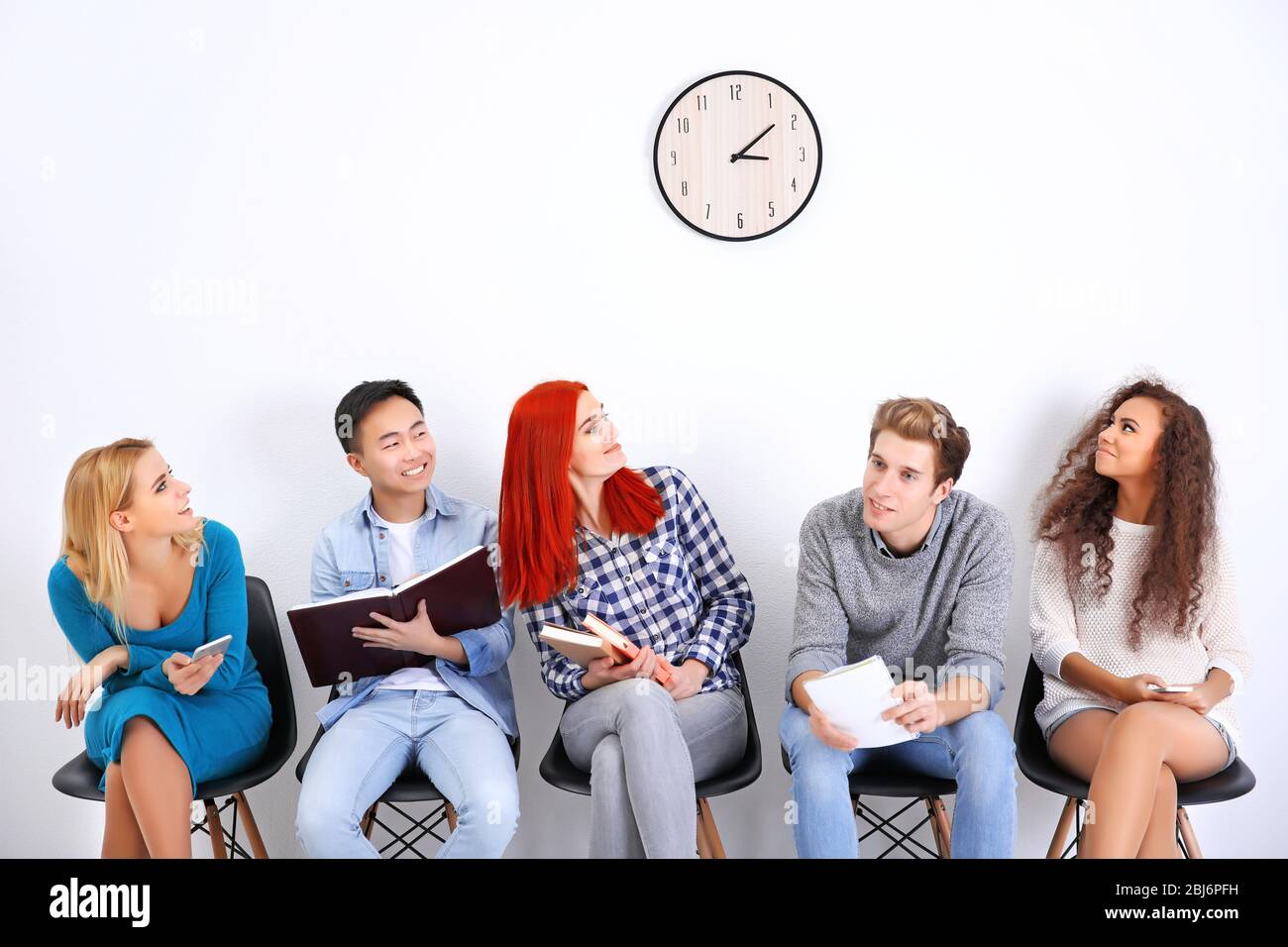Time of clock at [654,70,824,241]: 3:08
